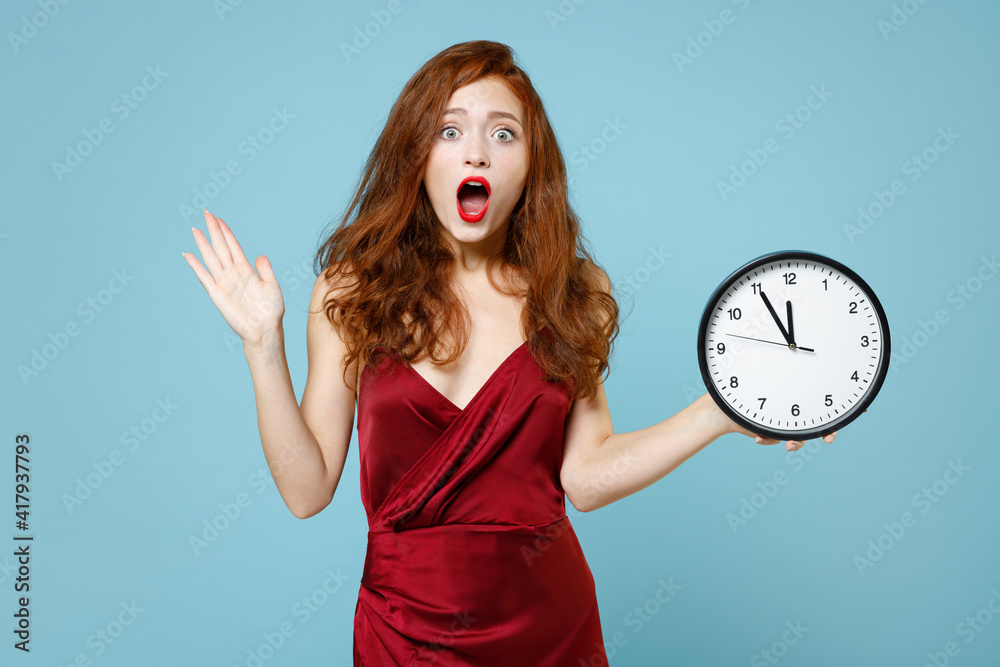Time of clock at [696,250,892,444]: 11:55
